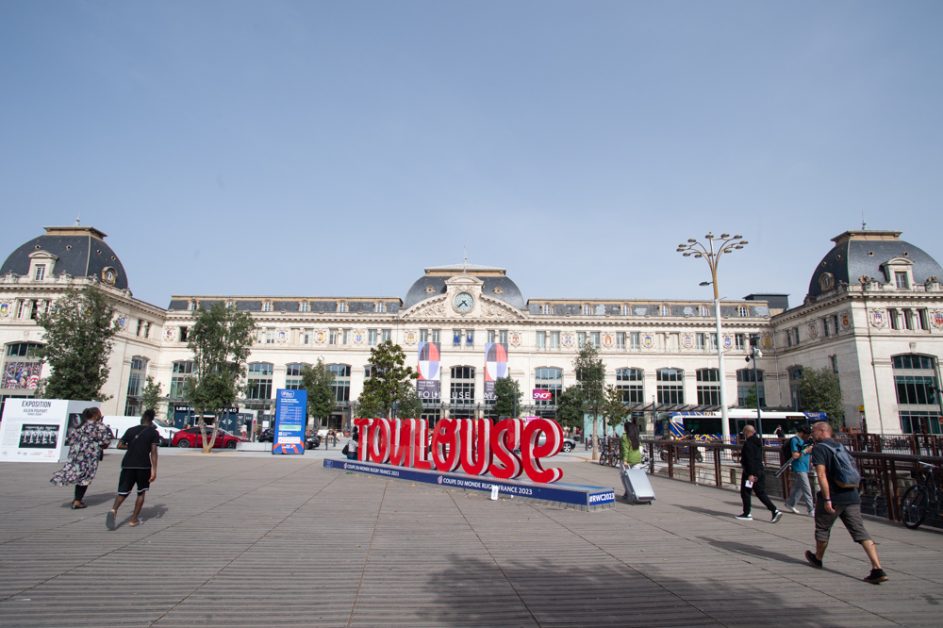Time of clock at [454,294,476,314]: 4:37
